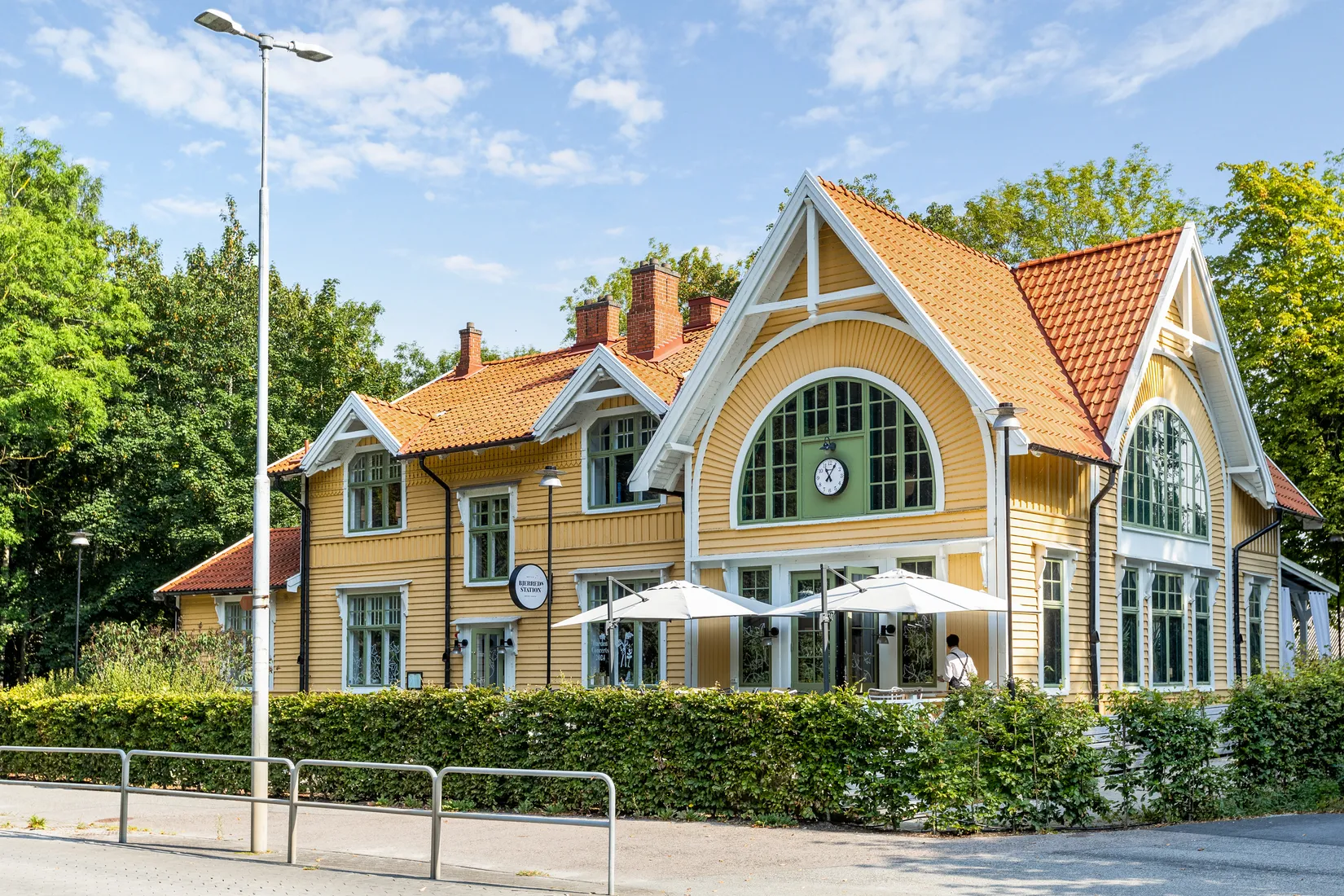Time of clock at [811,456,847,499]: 11:05
